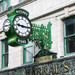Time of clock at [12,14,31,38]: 9:15
